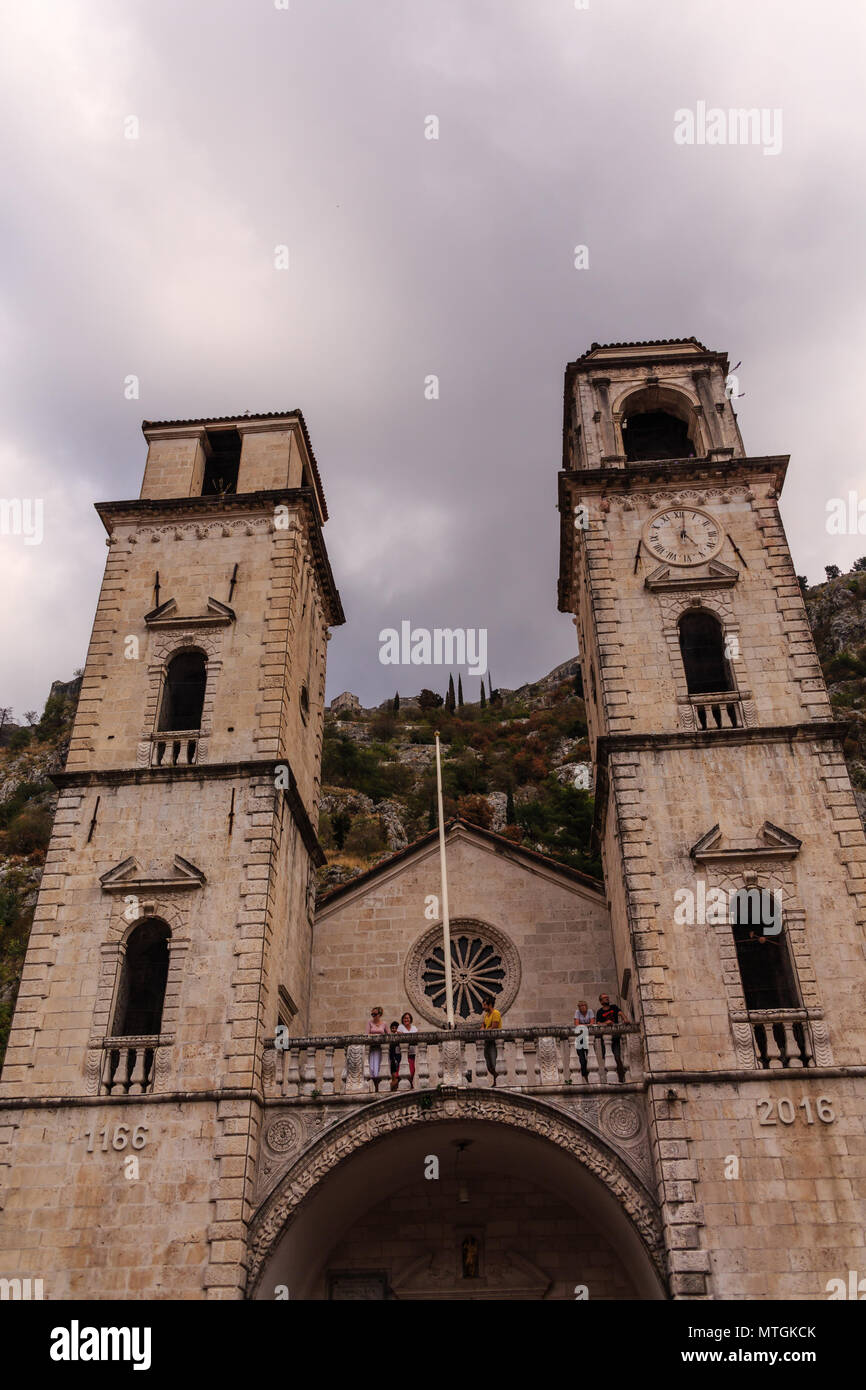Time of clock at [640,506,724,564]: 5:01
